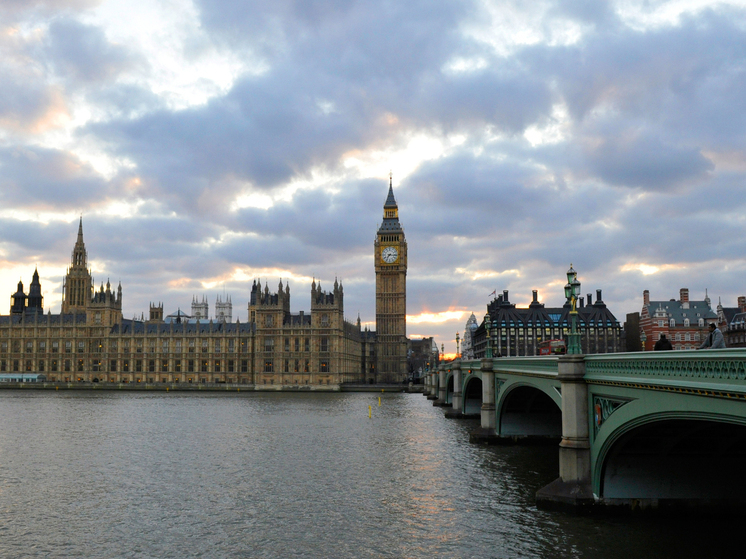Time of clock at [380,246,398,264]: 7:15
